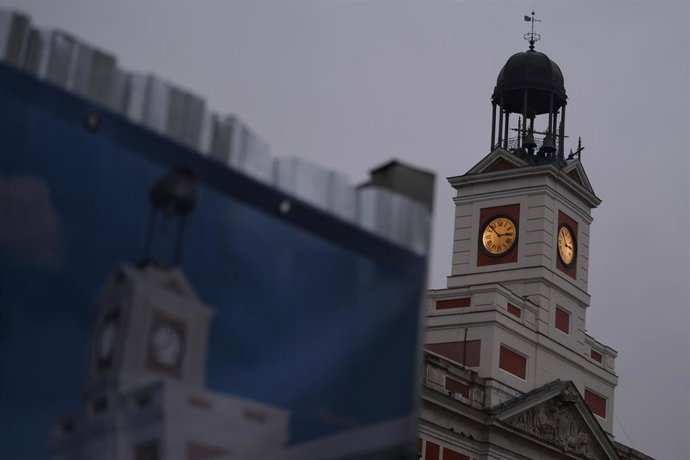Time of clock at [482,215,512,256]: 2:52
